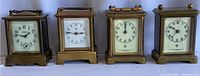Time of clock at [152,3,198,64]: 7:50
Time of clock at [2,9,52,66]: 1:46
